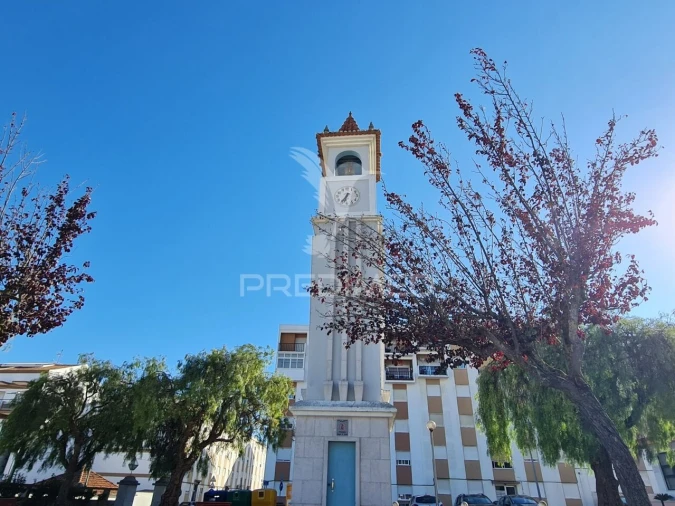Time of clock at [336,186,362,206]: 6:36
